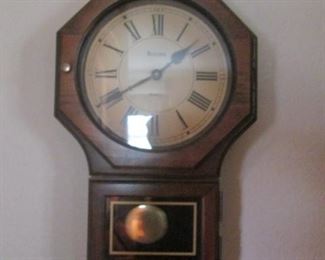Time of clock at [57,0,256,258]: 1:40
